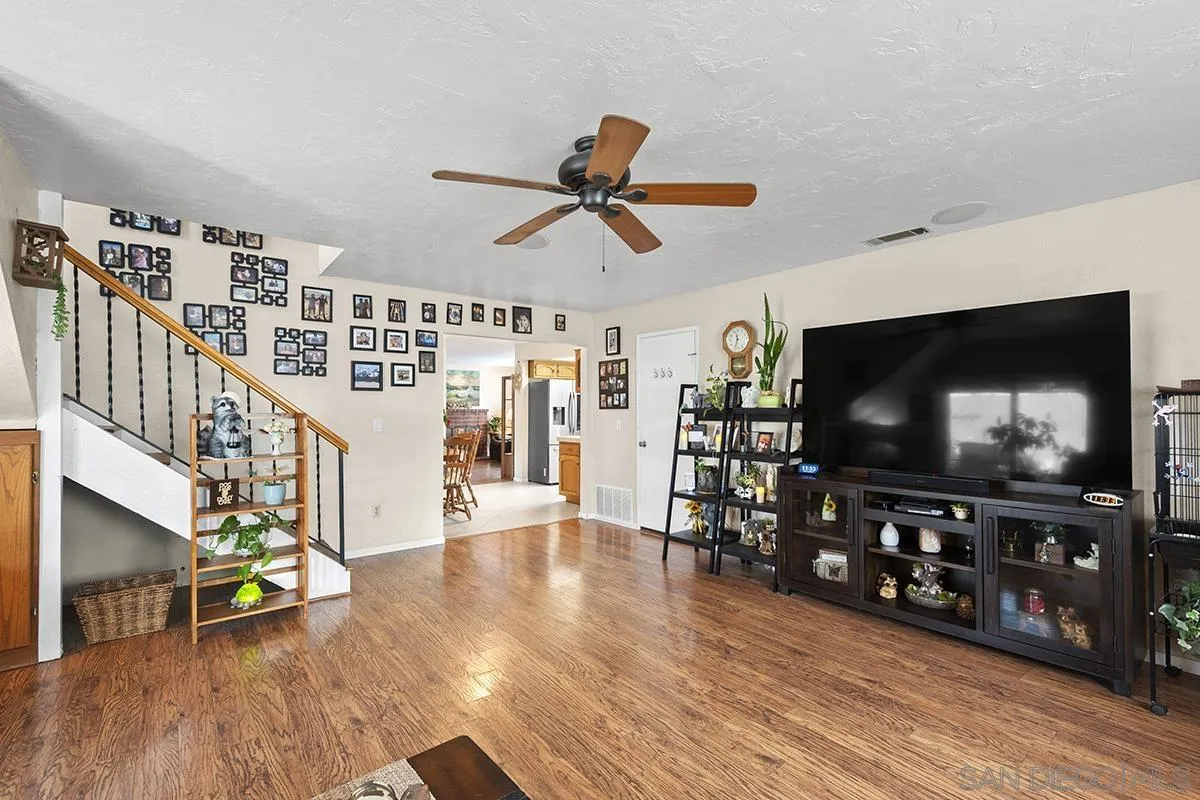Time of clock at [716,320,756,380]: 11:32
